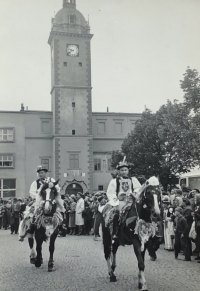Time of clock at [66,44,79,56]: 9:38
